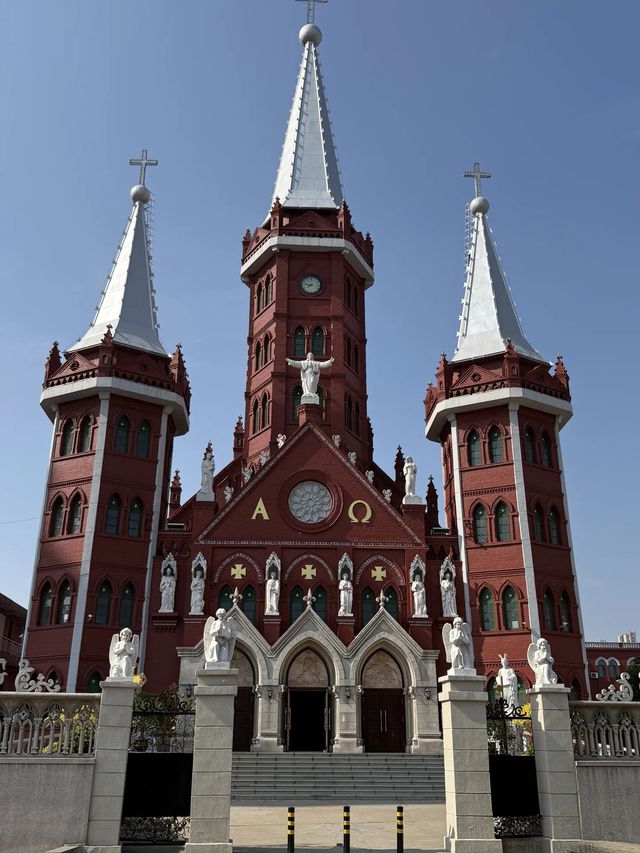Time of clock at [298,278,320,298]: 7:46
